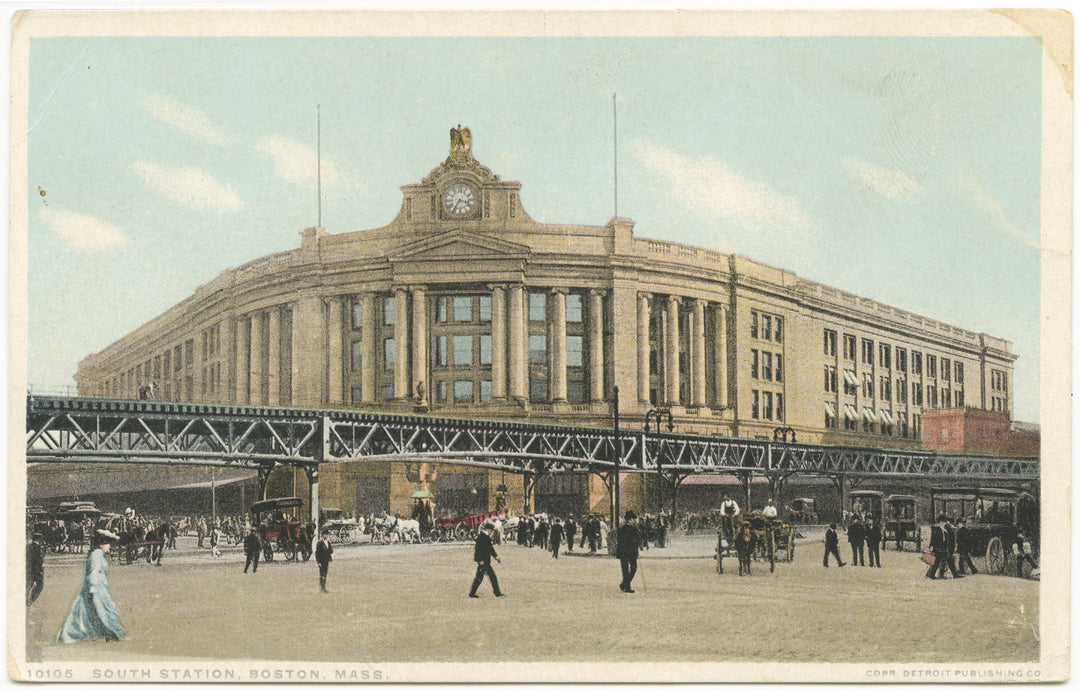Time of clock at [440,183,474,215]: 3:35
